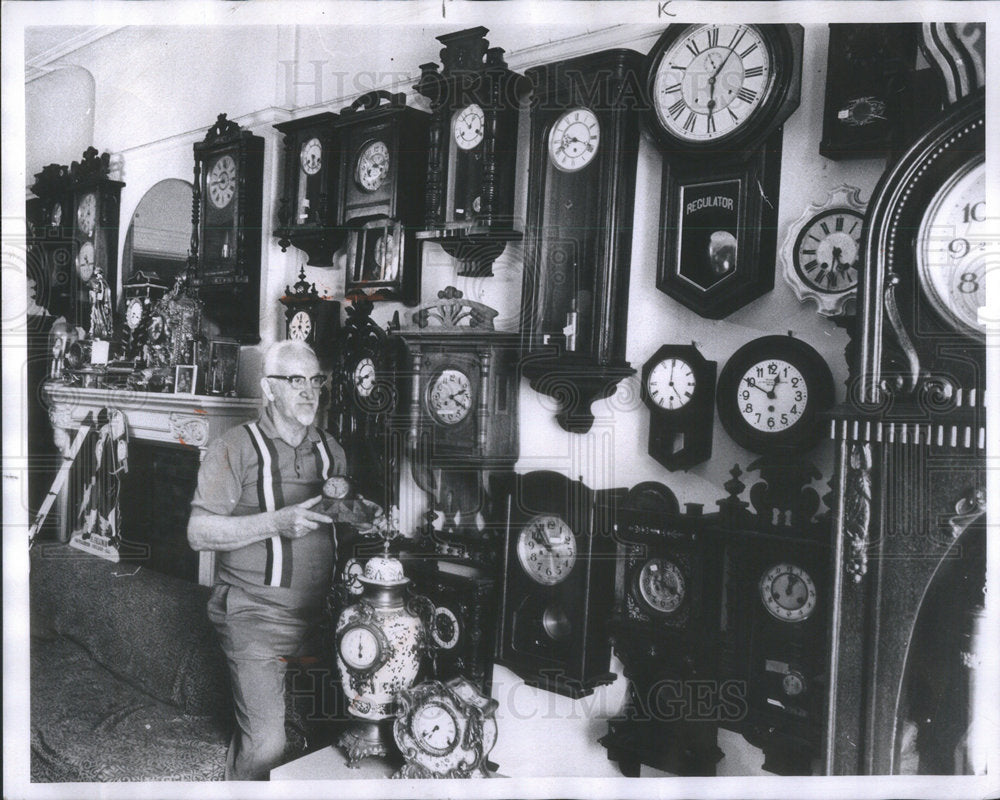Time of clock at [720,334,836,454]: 12:49
